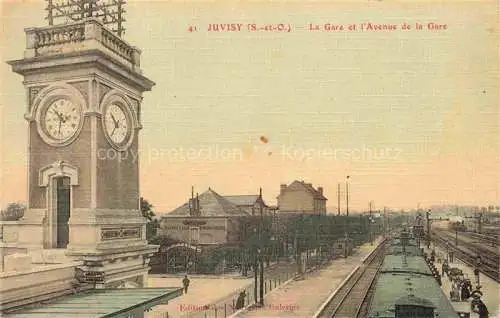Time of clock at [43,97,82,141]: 10:31
